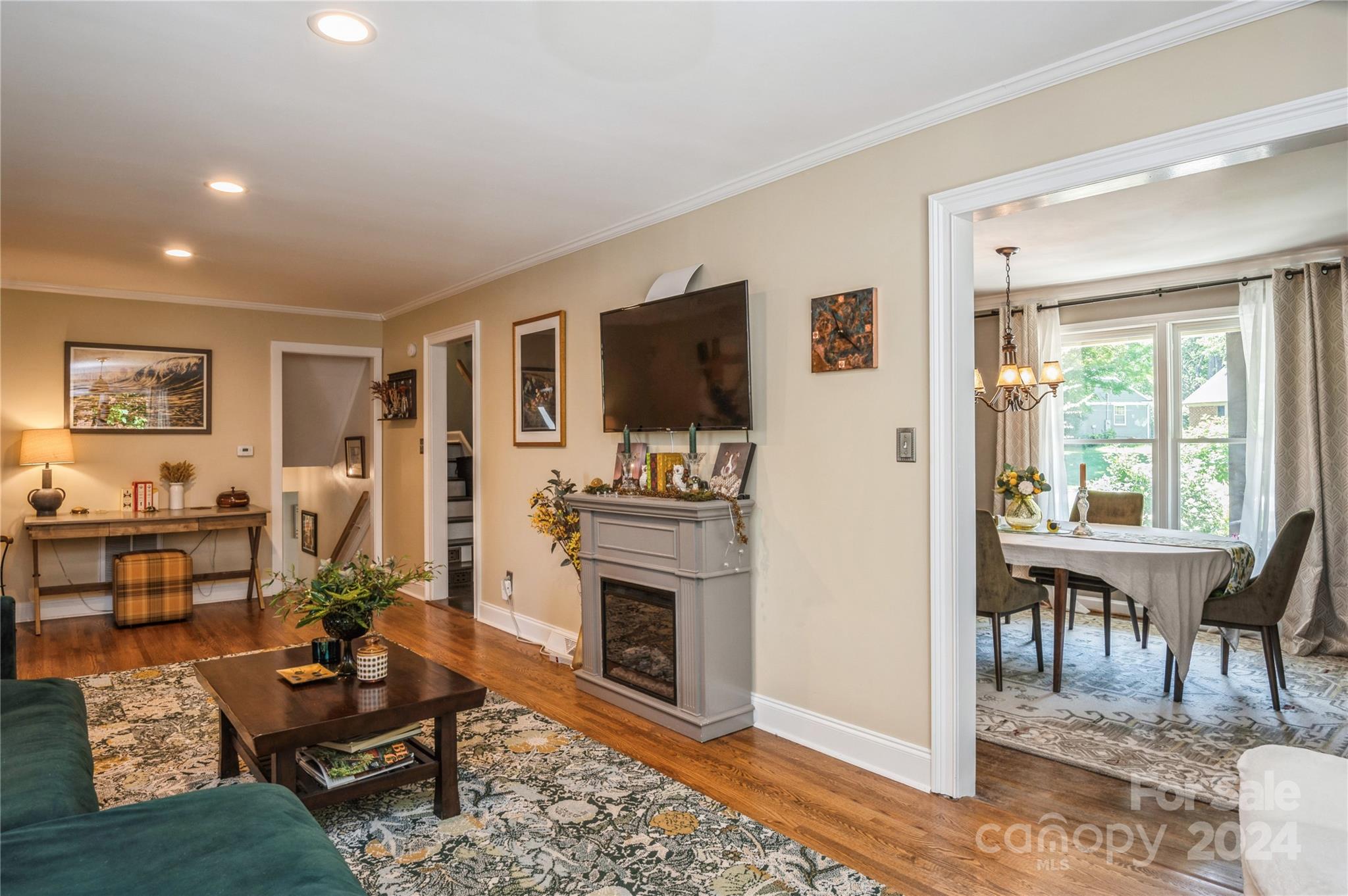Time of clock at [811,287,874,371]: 11:21
